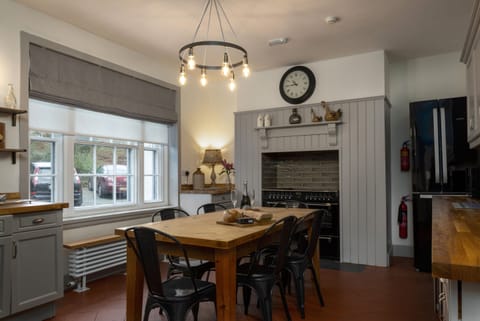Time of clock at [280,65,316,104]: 10:45
